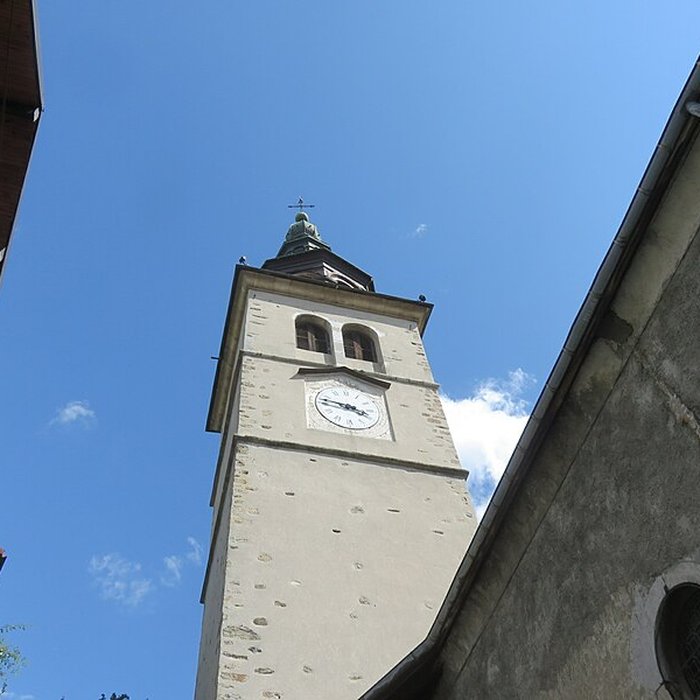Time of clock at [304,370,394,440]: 3:46
